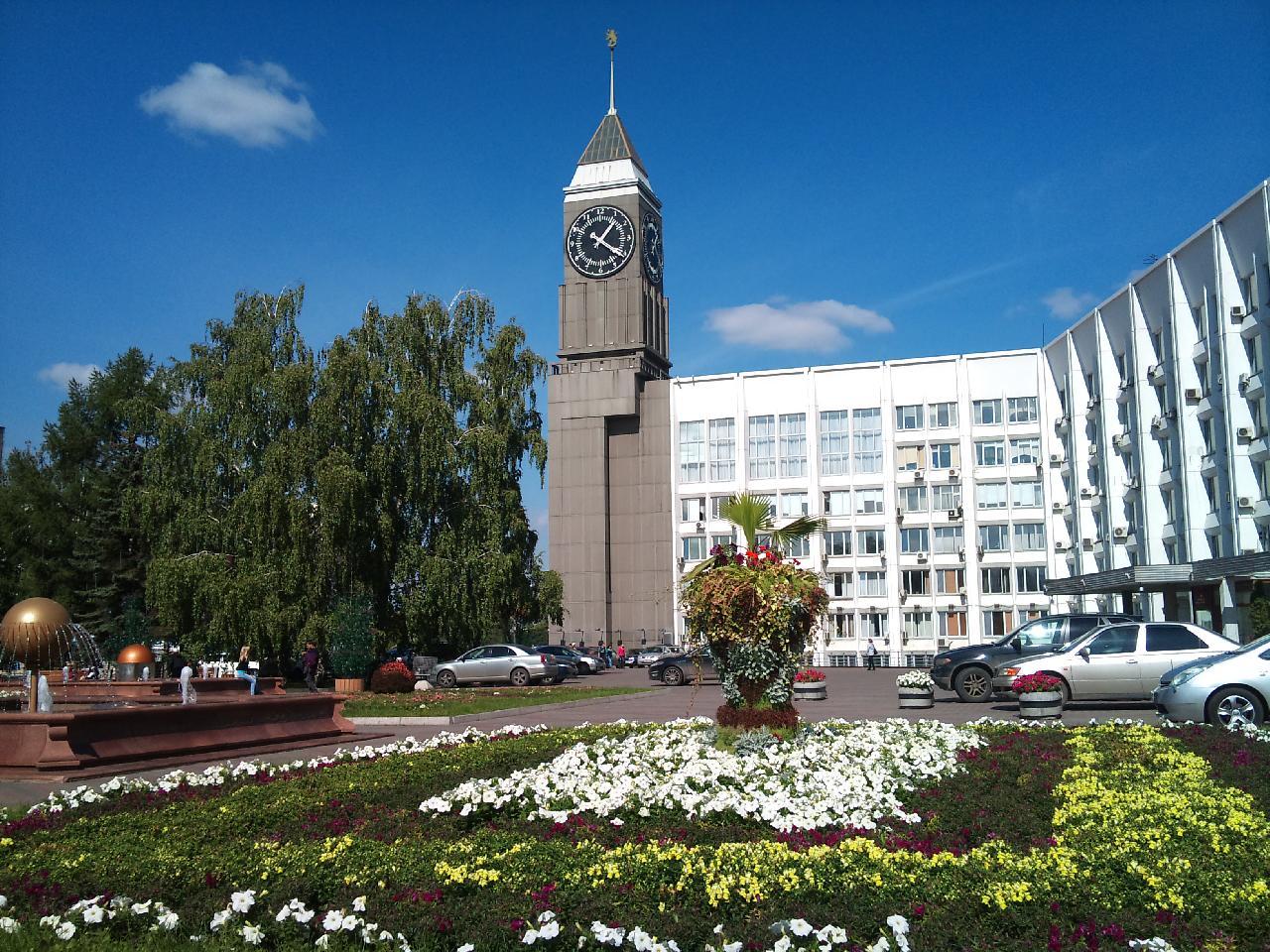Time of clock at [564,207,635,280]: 1:21
